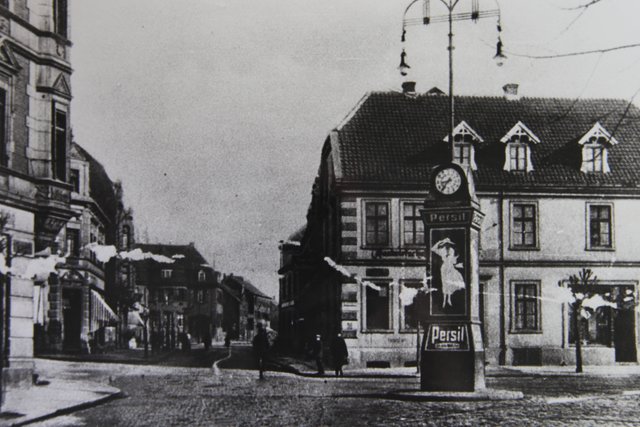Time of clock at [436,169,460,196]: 8:36
